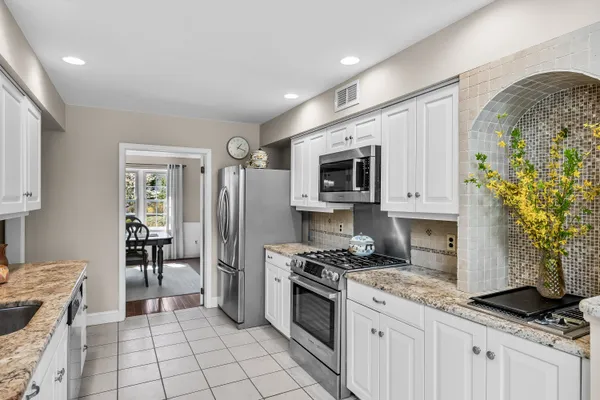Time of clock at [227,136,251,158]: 1:18
